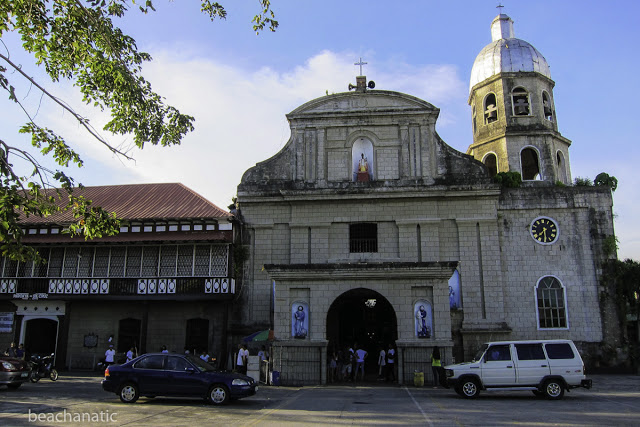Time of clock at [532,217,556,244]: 7:30
